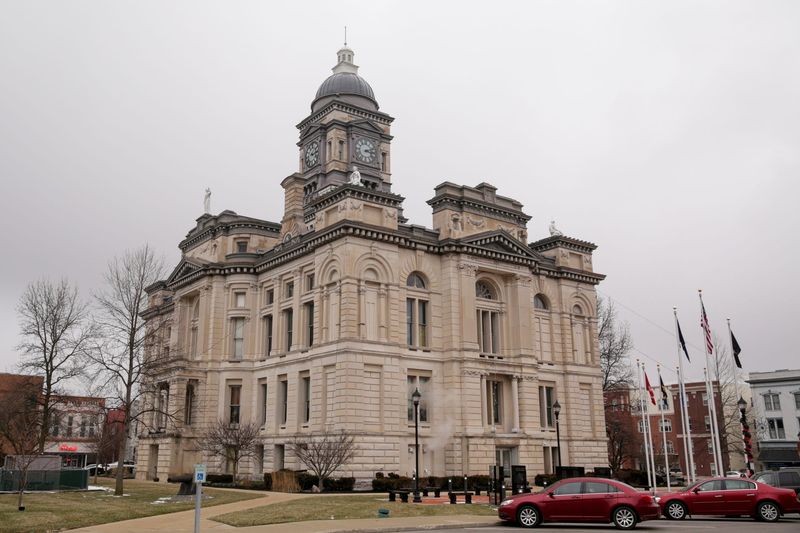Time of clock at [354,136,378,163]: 3:11
